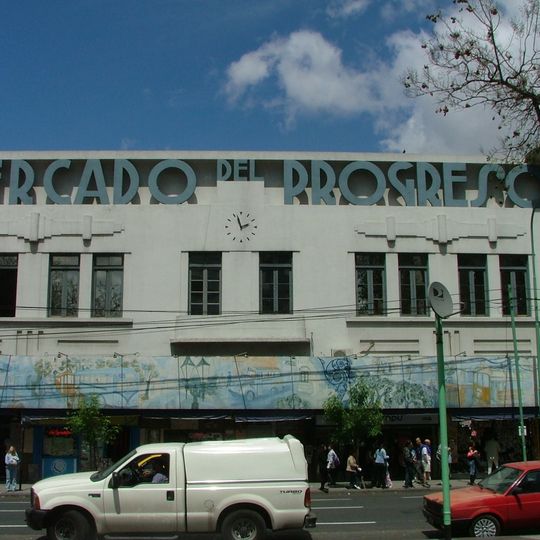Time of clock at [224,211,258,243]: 1:57
